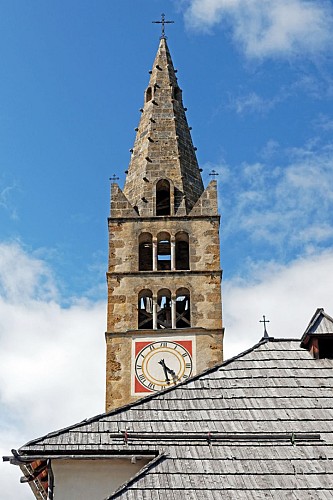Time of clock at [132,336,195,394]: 4:27
